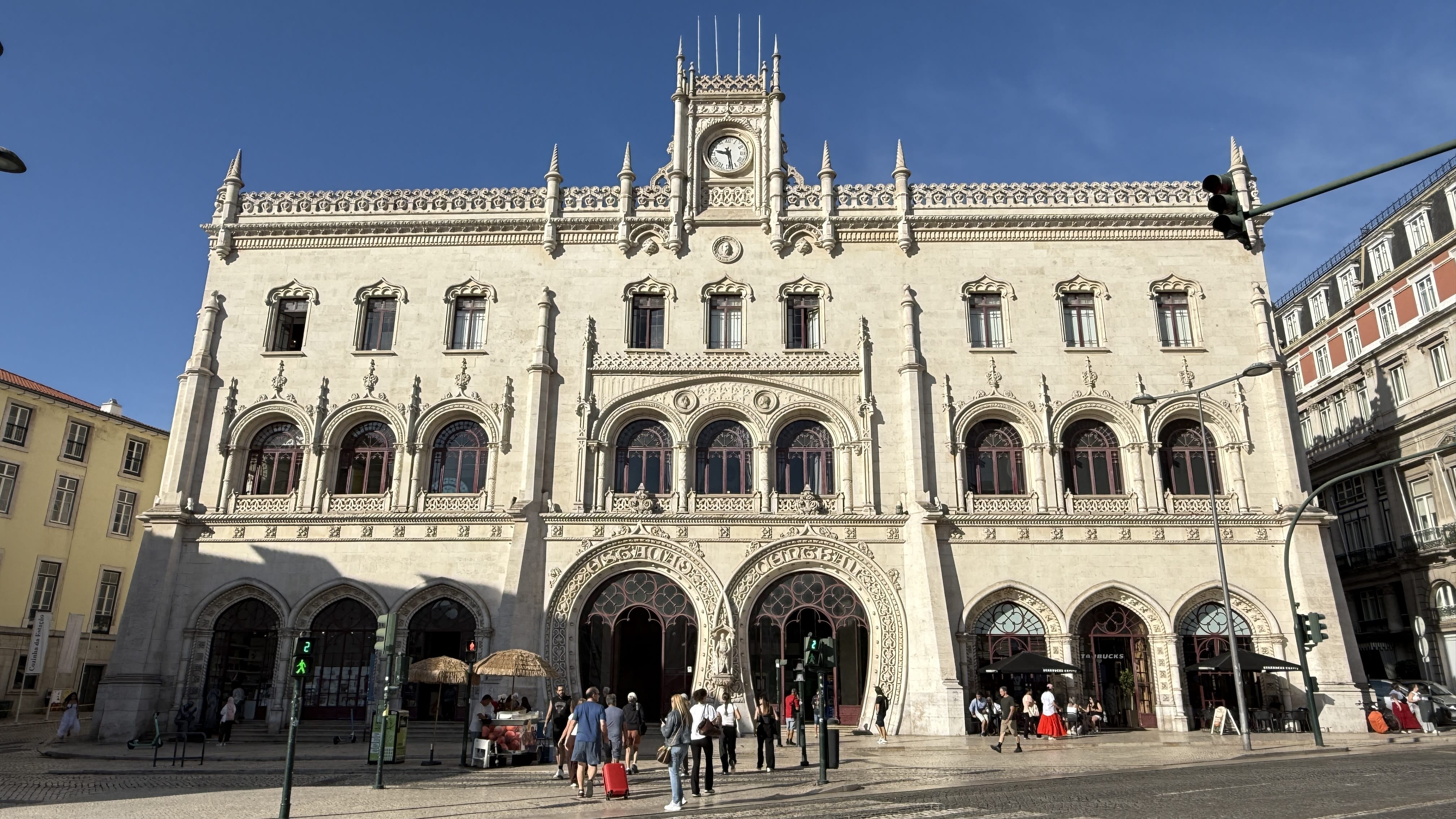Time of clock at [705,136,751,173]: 9:28
